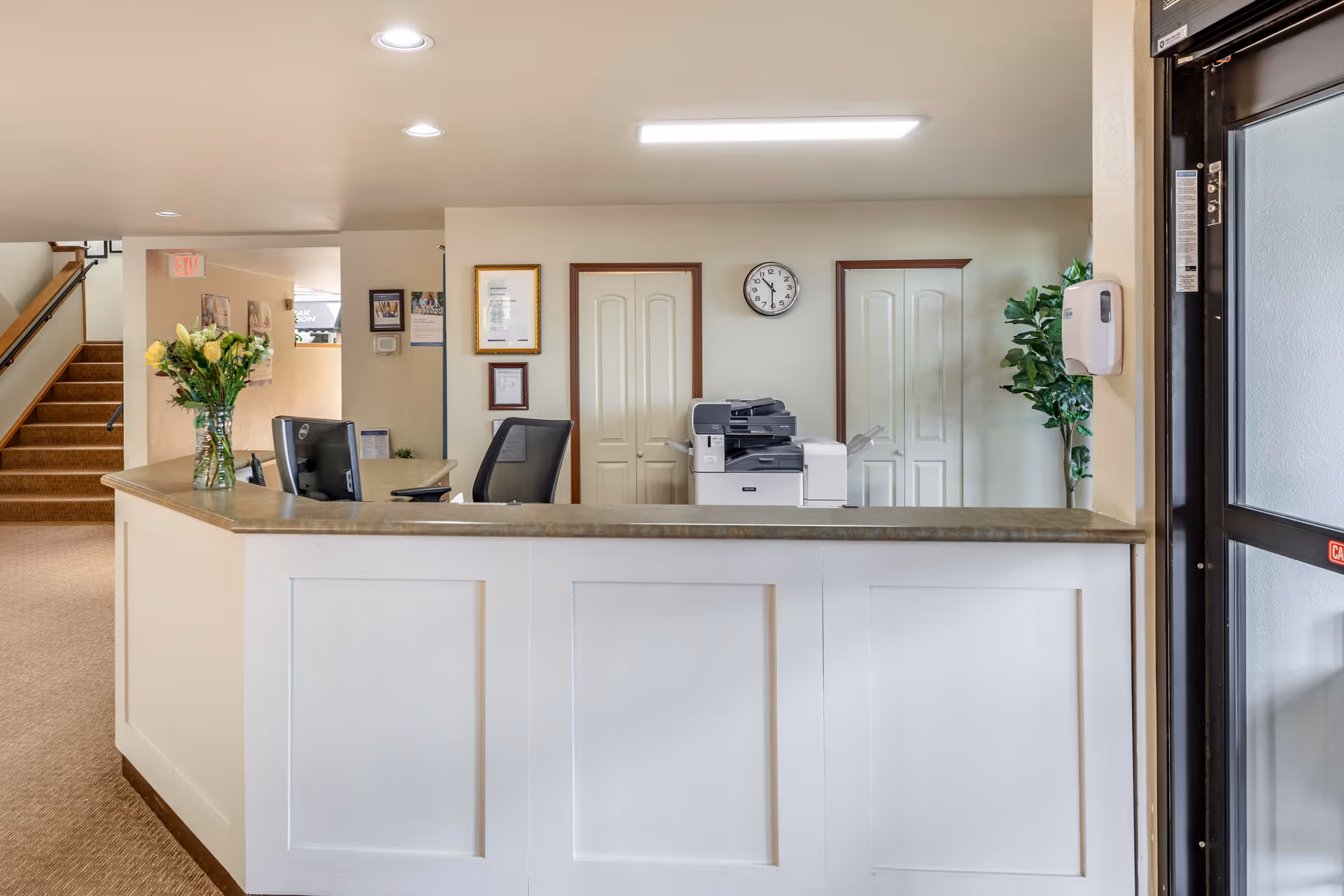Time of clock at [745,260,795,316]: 10:30
